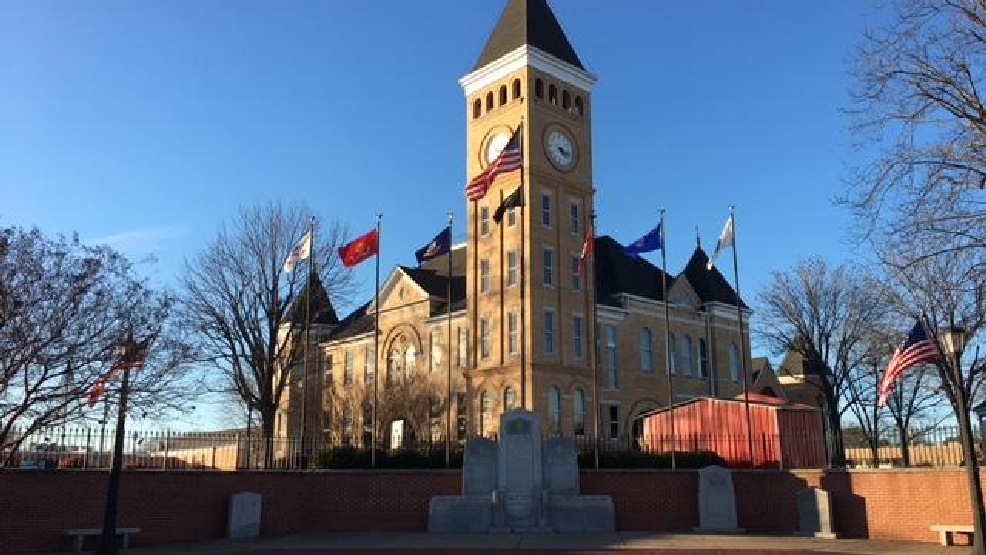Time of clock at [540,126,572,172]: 4:17
